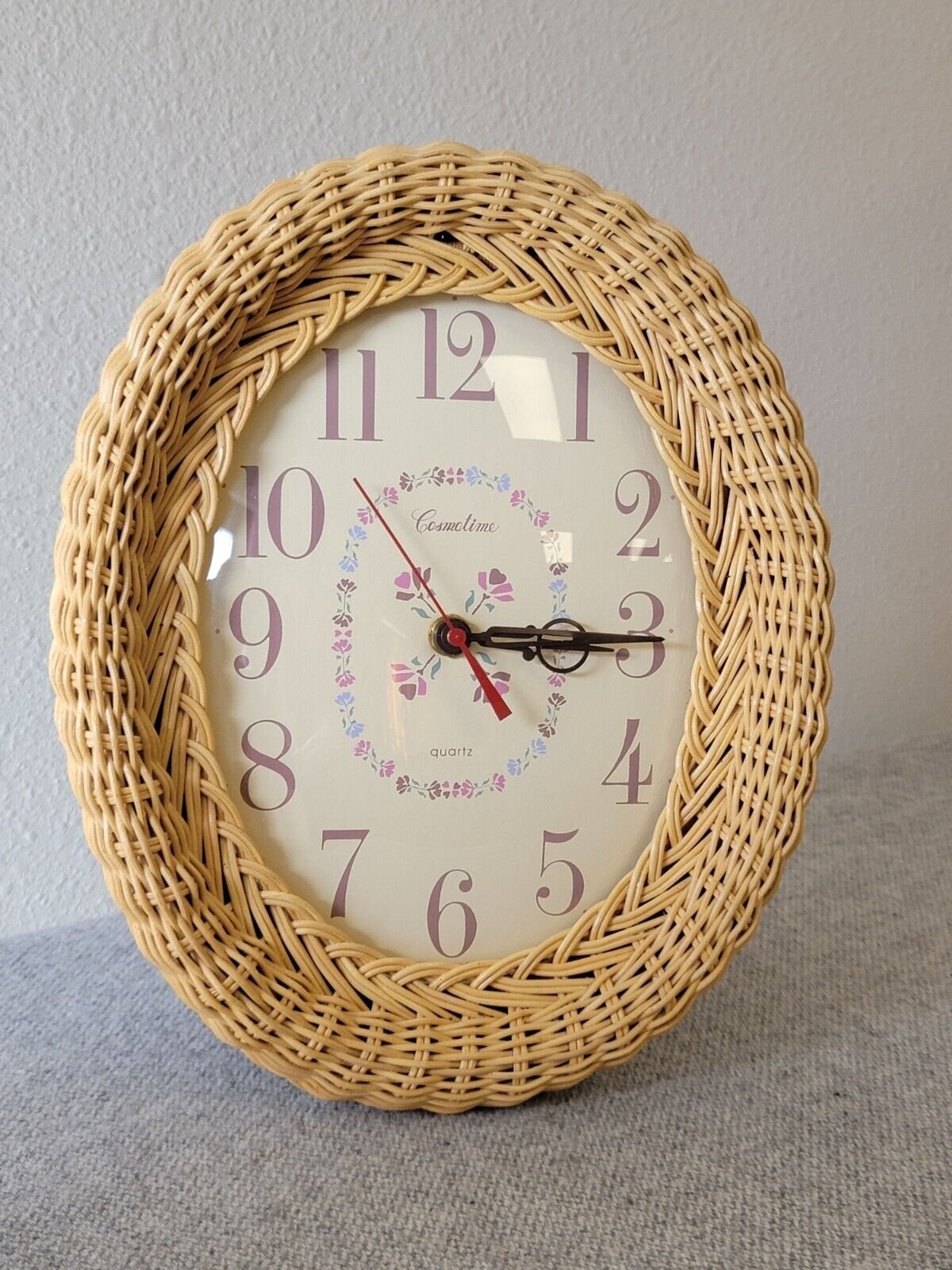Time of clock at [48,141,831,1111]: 3:15
